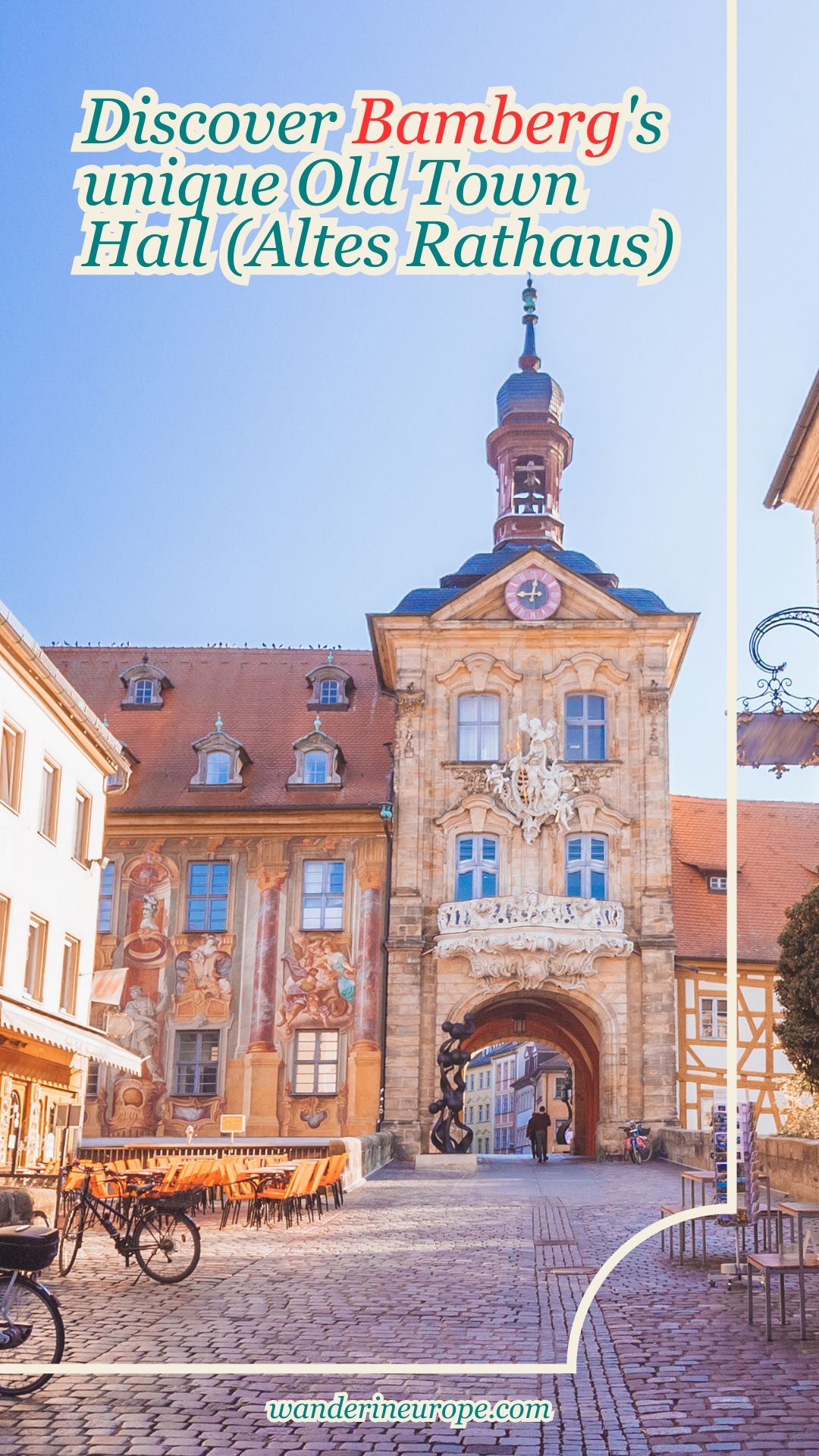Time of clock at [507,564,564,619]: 9:01
